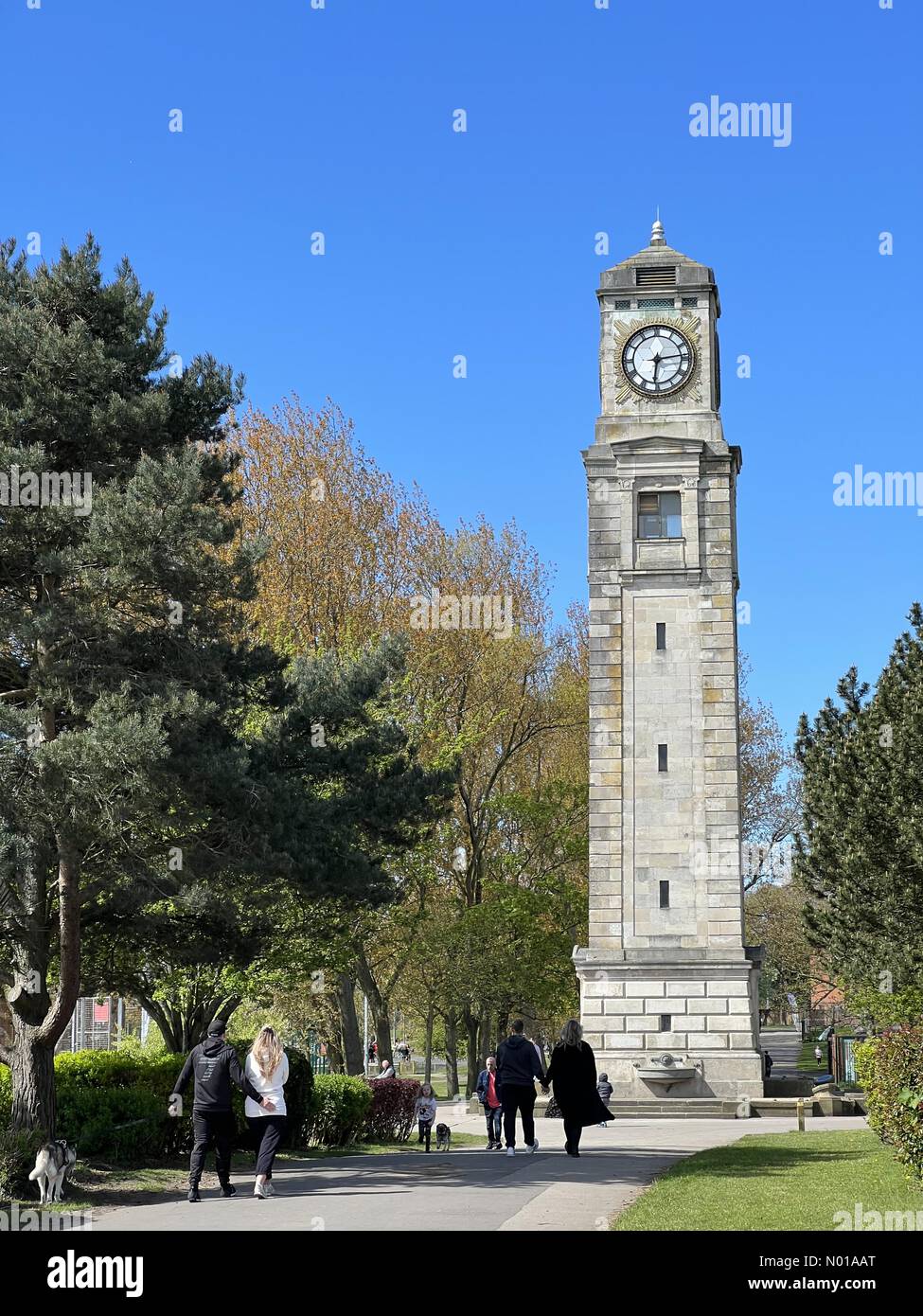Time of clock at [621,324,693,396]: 6:13
